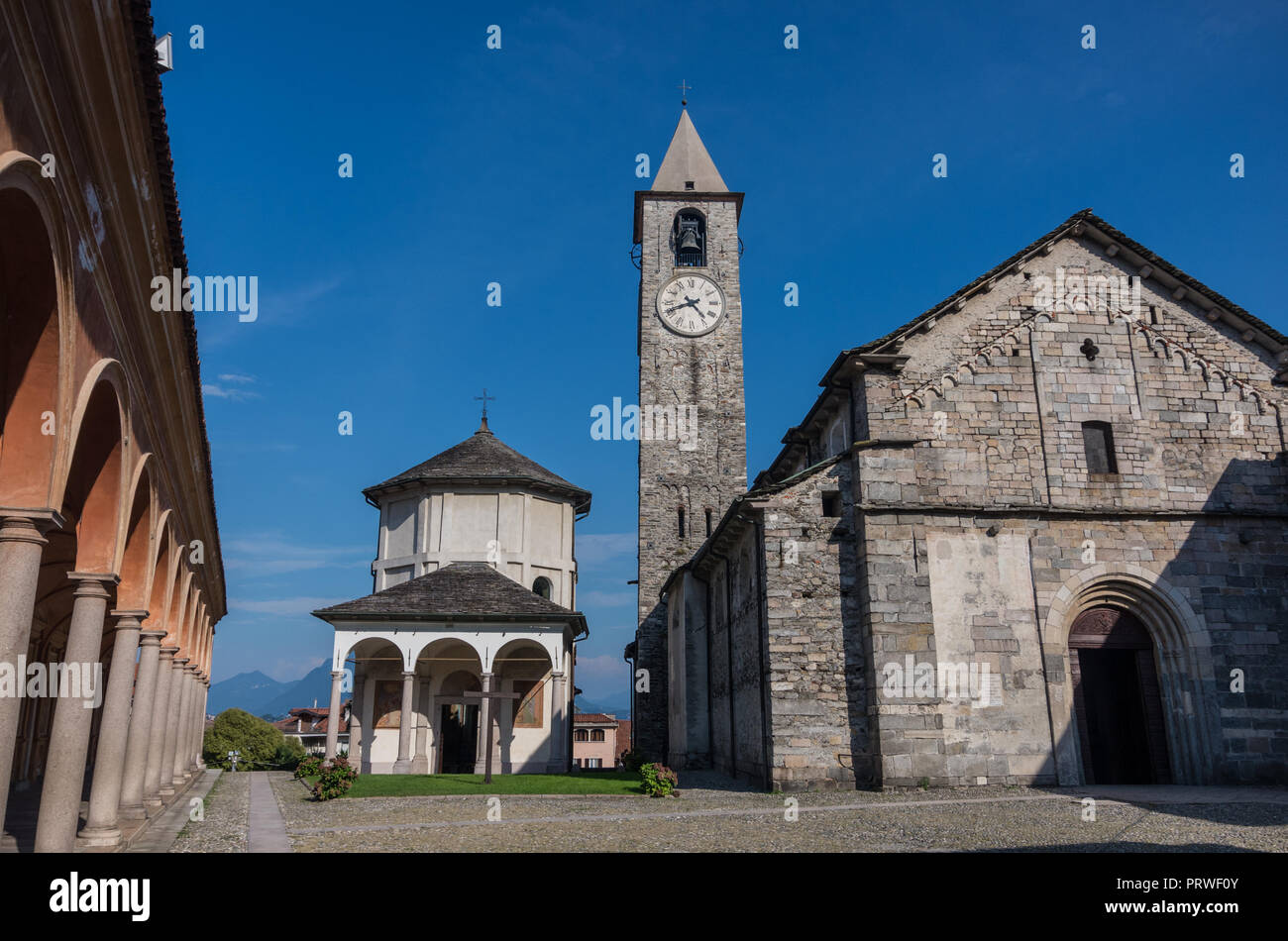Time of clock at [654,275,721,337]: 4:41
